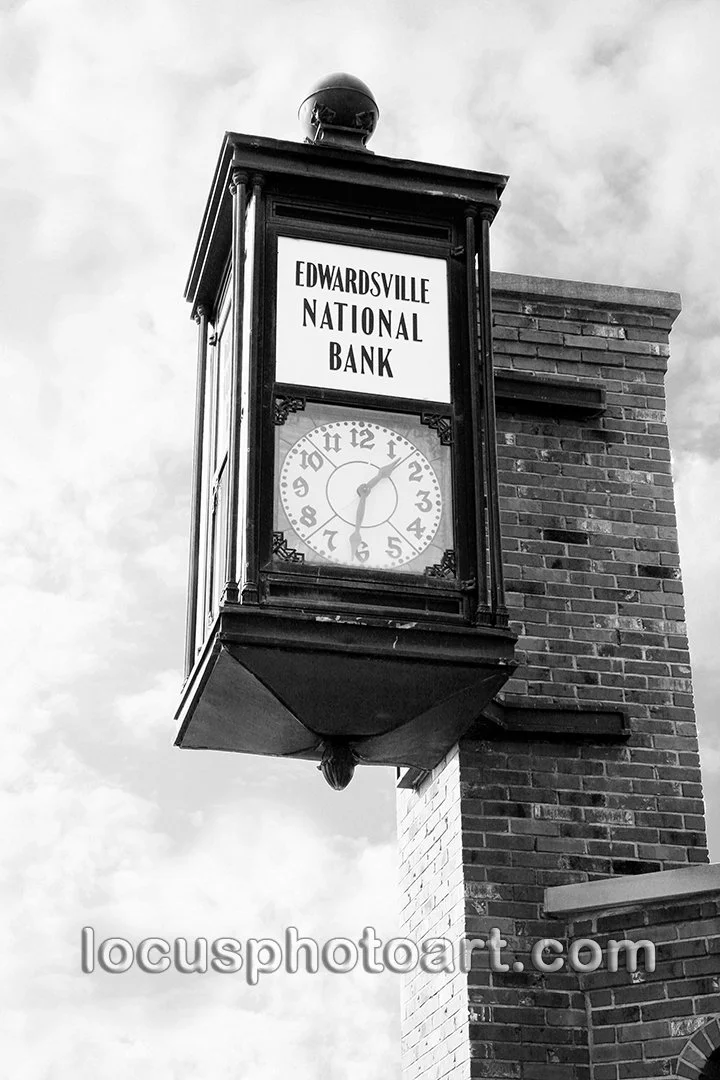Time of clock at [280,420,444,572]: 1:31
